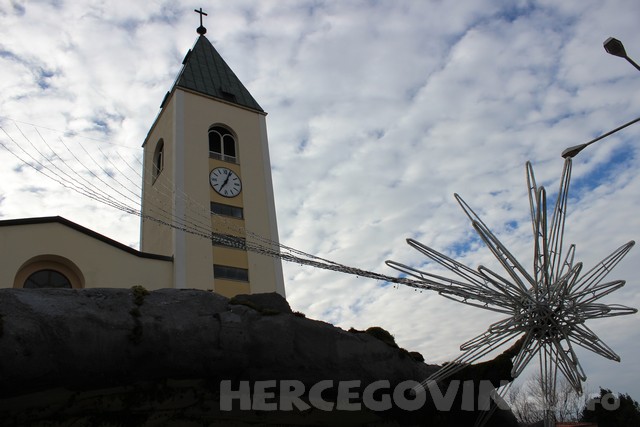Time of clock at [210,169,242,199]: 7:03
